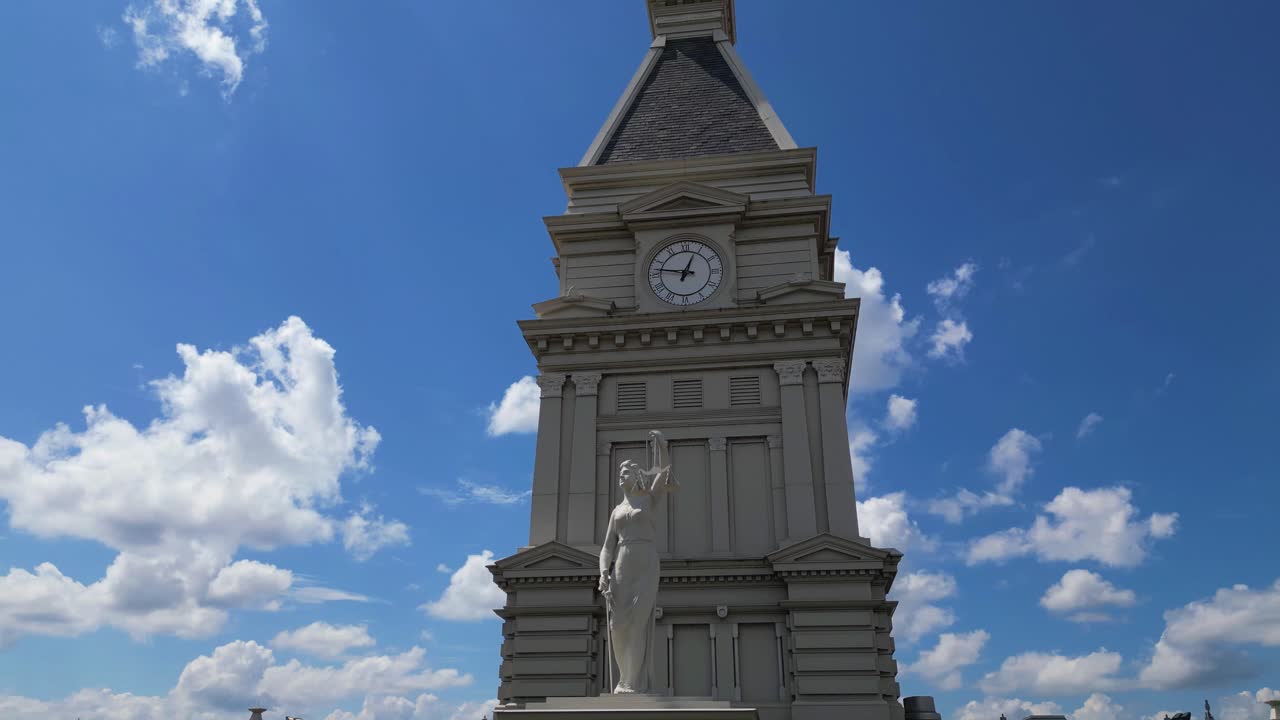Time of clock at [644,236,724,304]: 12:46
